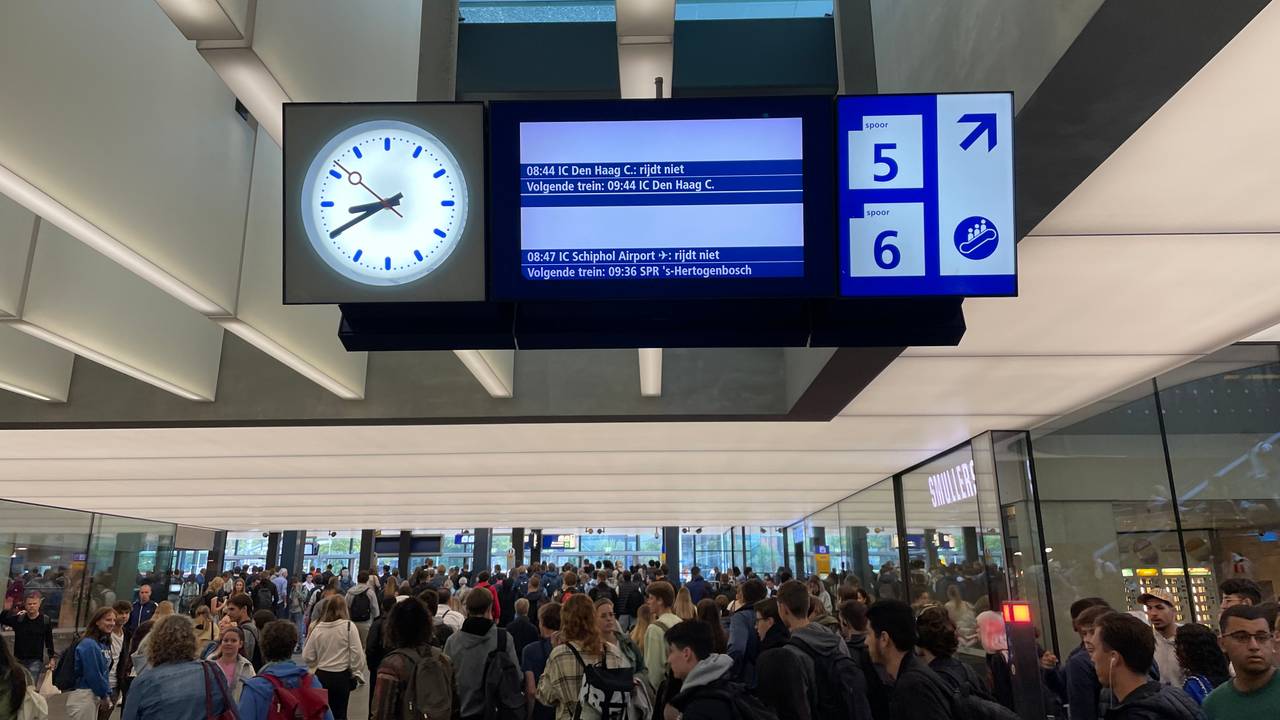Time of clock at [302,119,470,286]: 8:40
